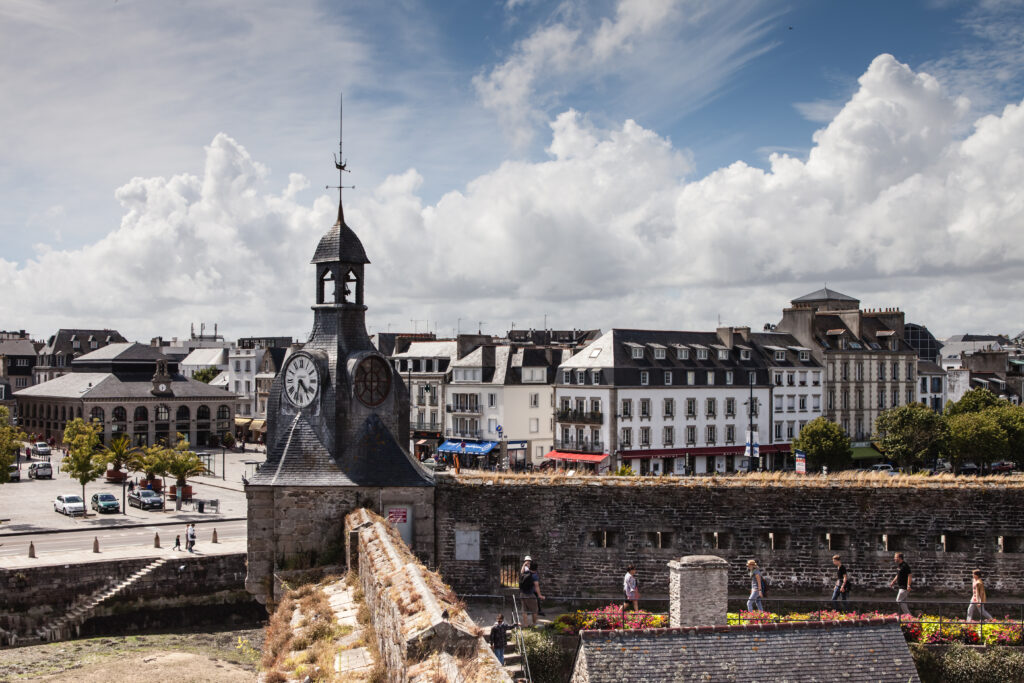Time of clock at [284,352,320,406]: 4:33
